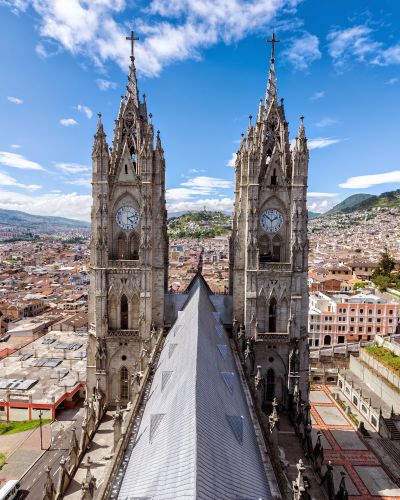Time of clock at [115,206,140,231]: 4:12
